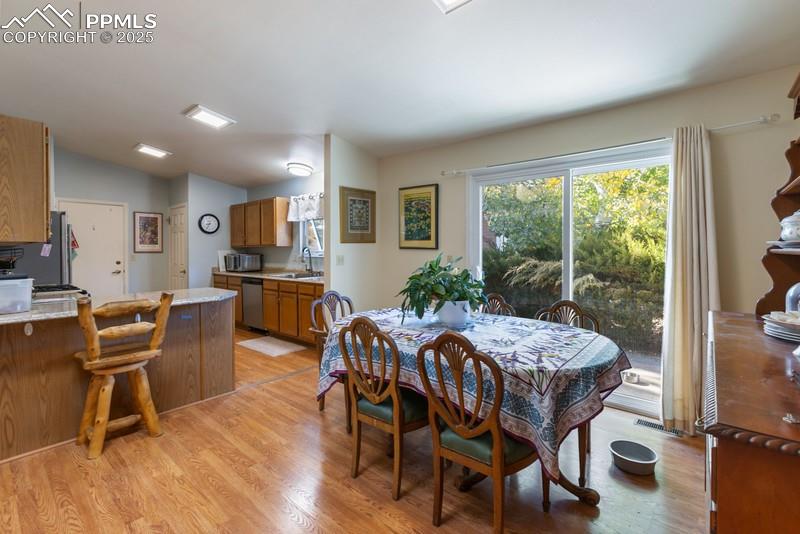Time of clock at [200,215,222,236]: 8:34
